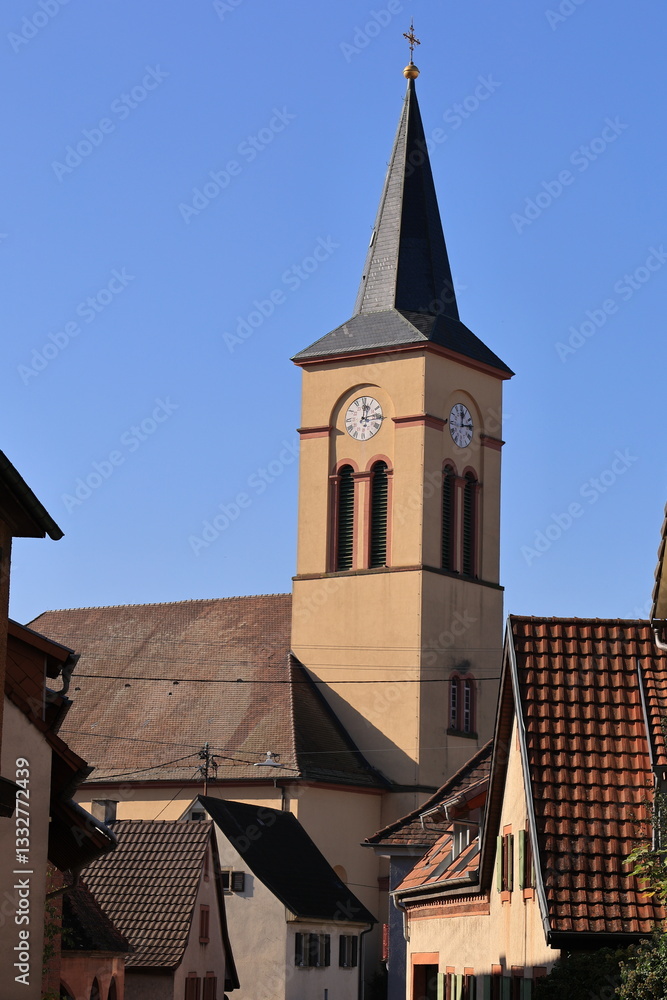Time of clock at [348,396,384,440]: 12:13
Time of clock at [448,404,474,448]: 12:13
